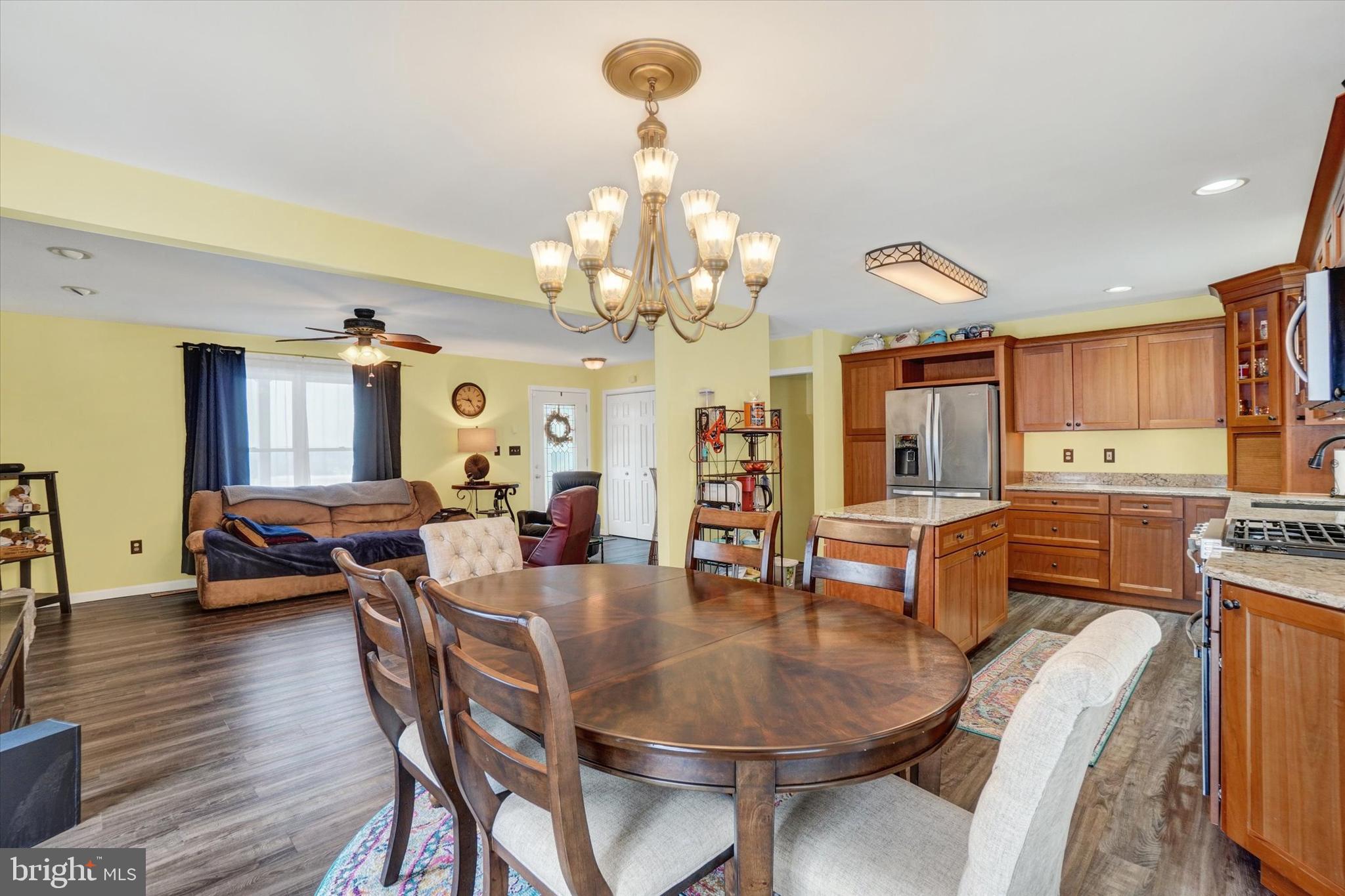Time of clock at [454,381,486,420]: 9:23
